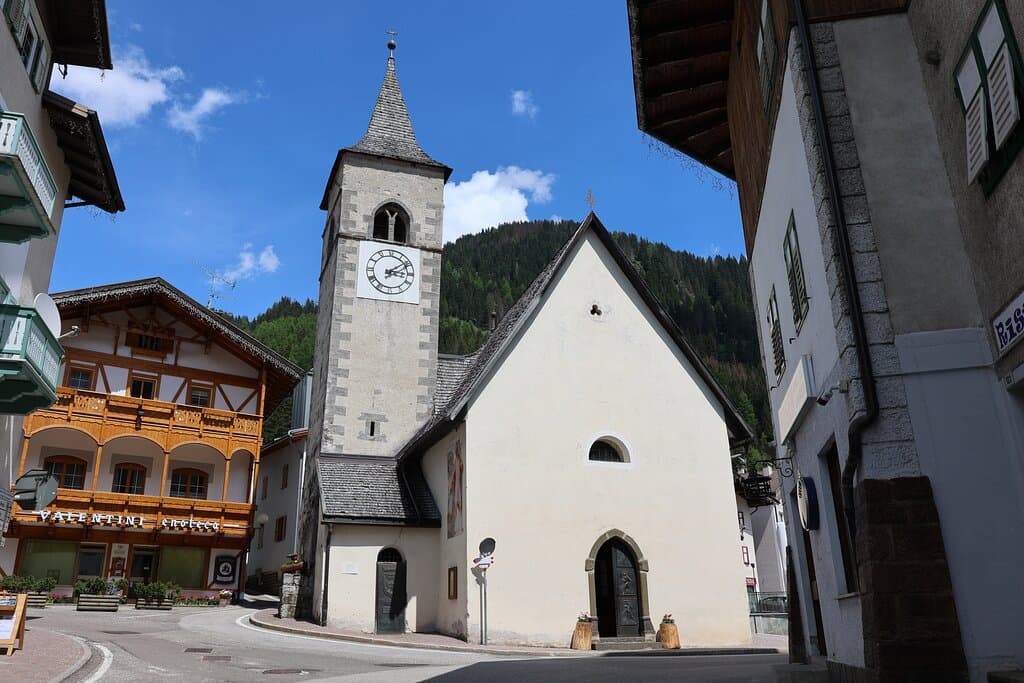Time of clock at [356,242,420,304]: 3:09
